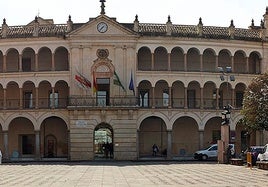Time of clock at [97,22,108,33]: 7:37
